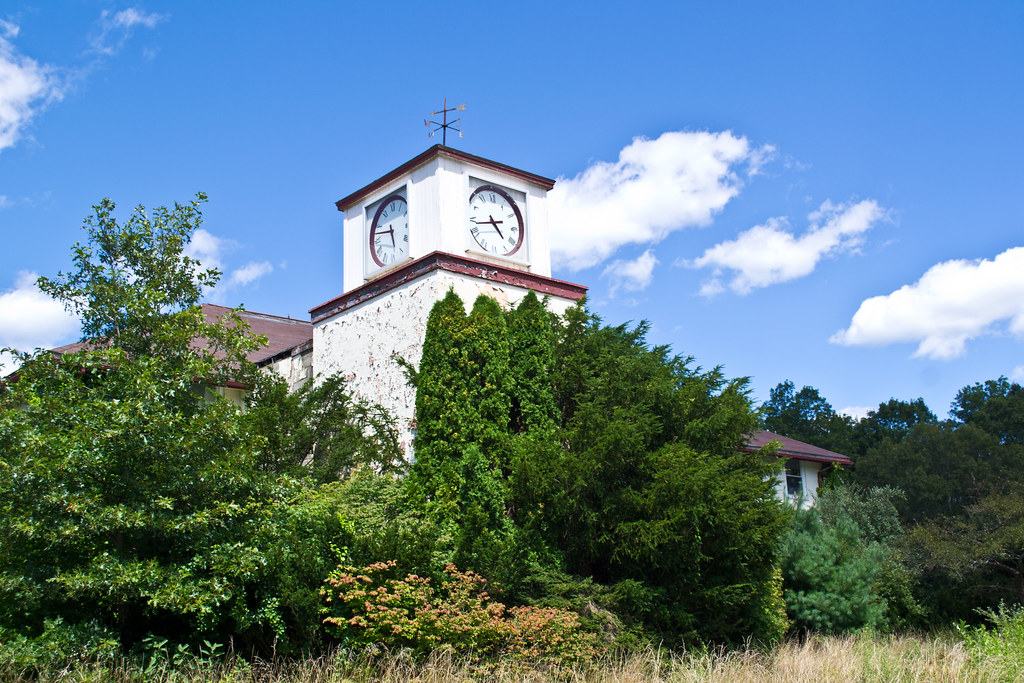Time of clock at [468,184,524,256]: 4:42
